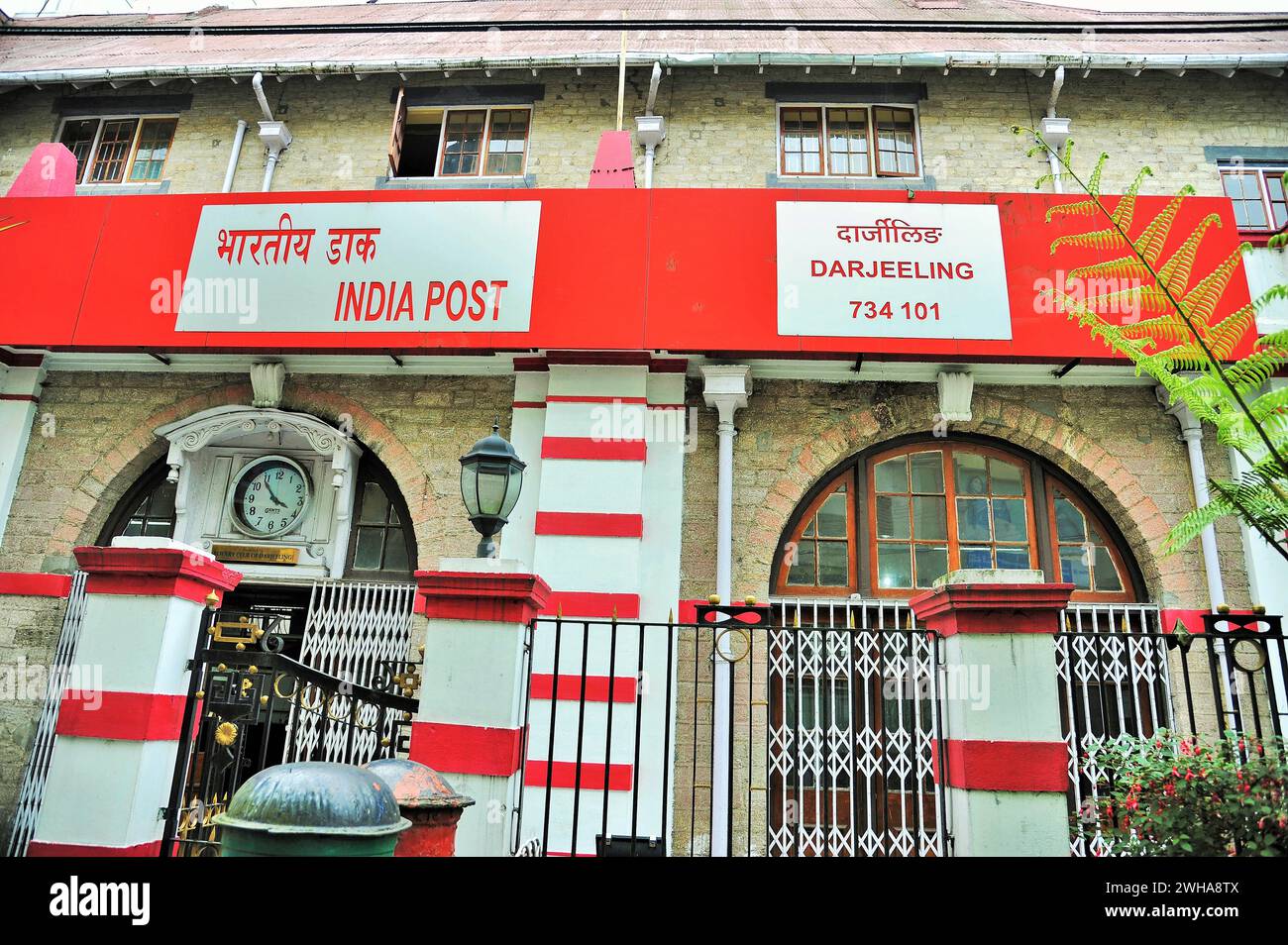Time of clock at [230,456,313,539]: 3:53
